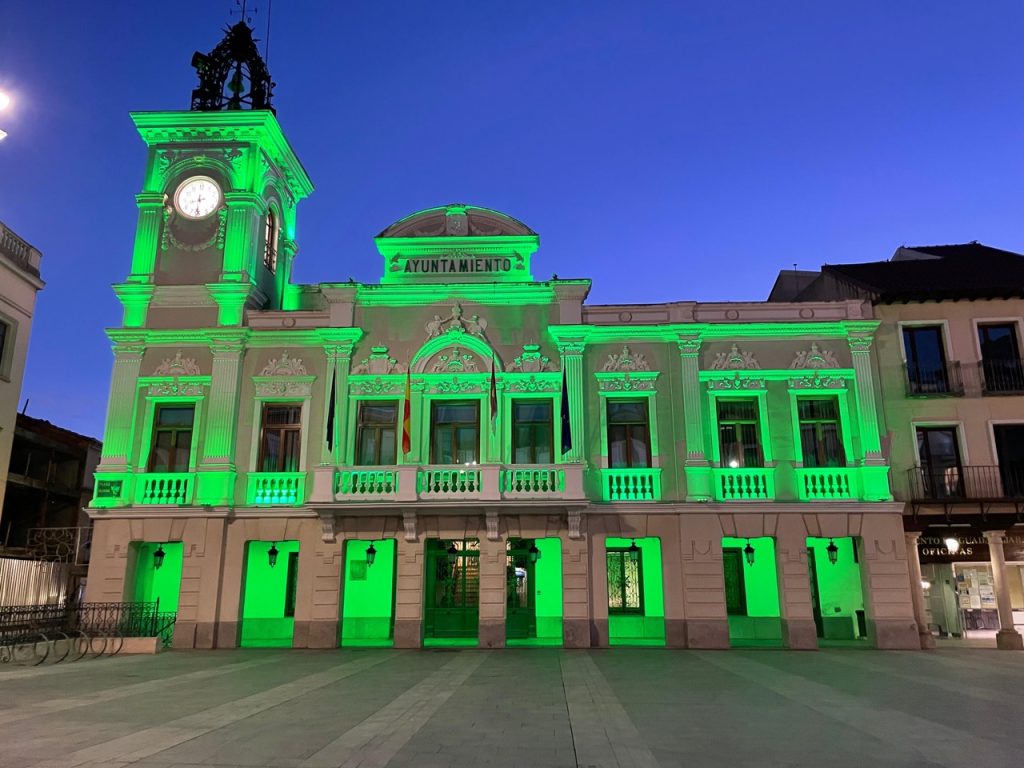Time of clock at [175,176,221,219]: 8:31
